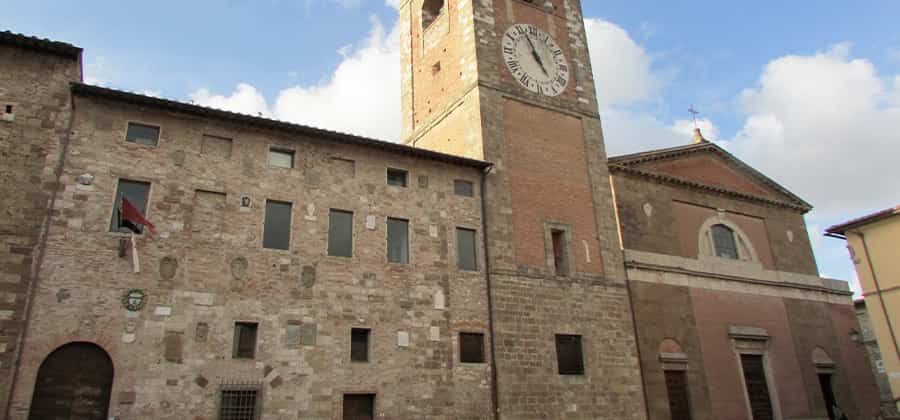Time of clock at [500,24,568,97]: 4:56
